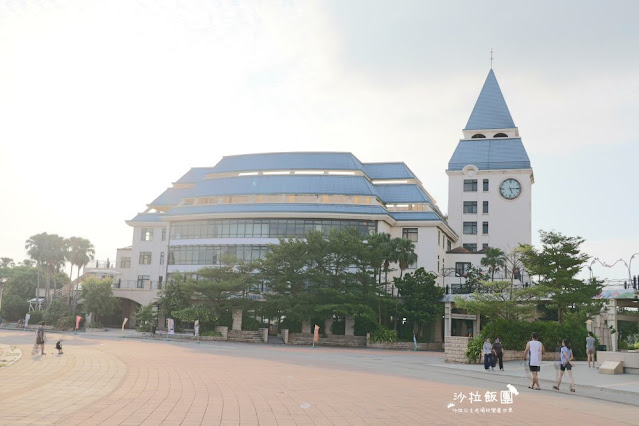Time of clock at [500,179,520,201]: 5:15
